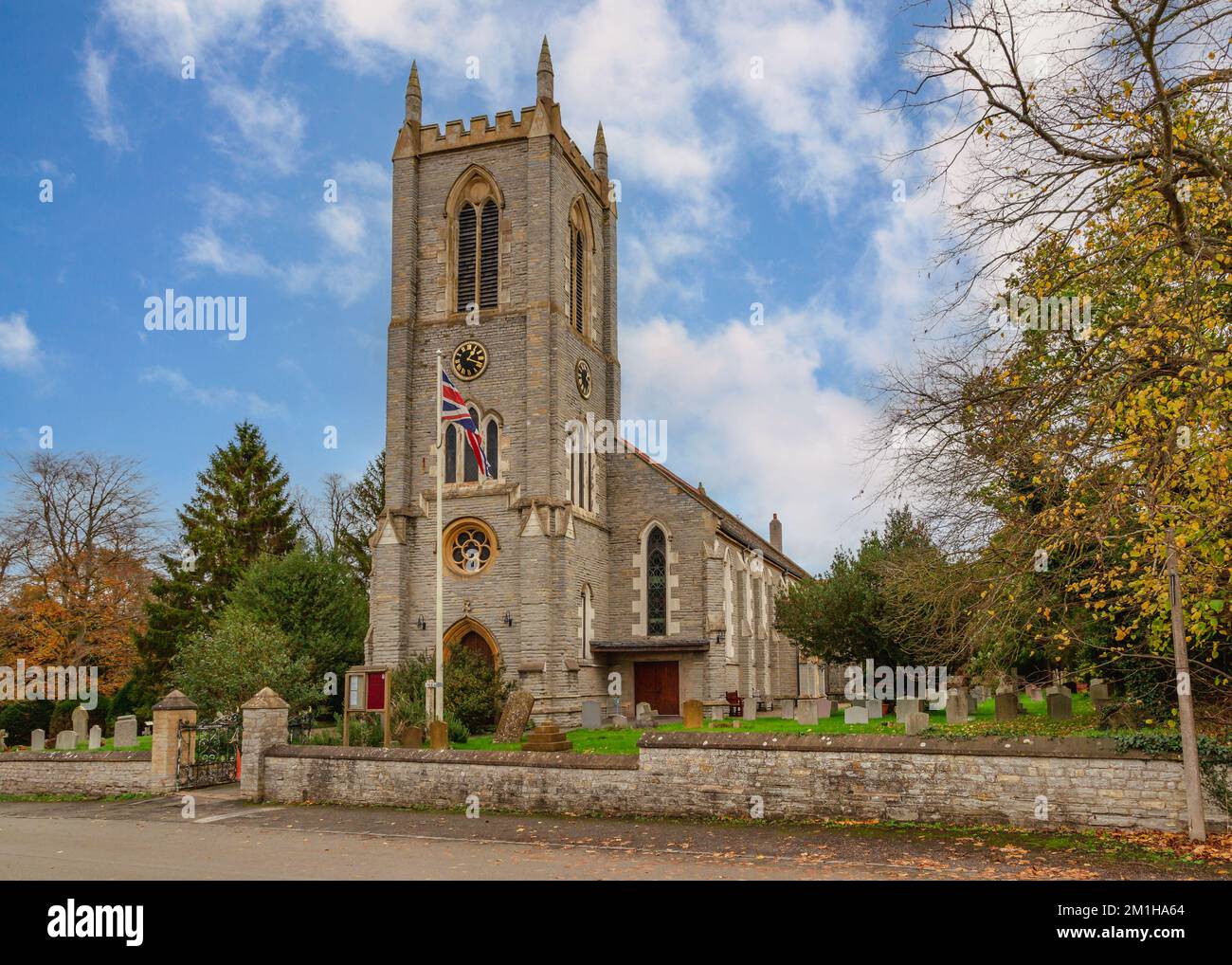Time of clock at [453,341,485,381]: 1:18
